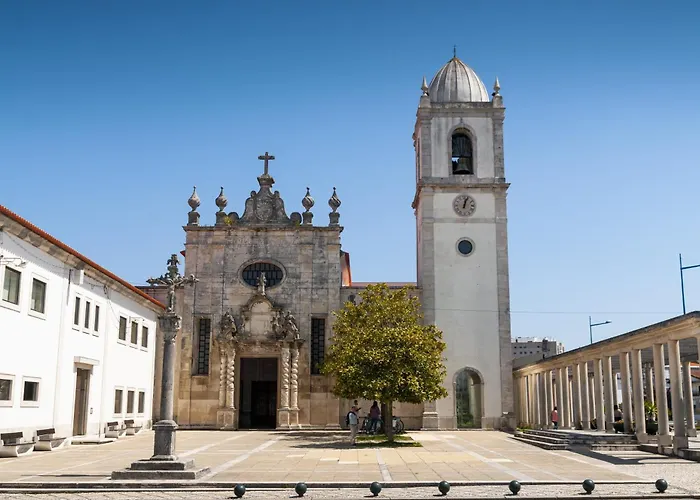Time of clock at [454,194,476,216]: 12:03
